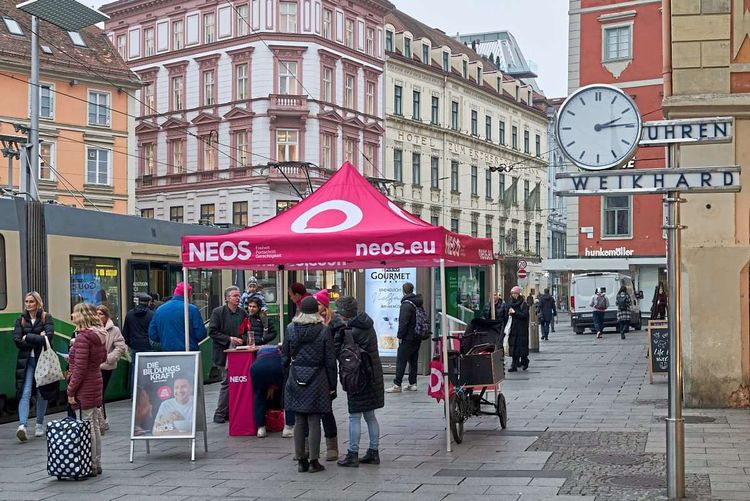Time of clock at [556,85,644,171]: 2:14
